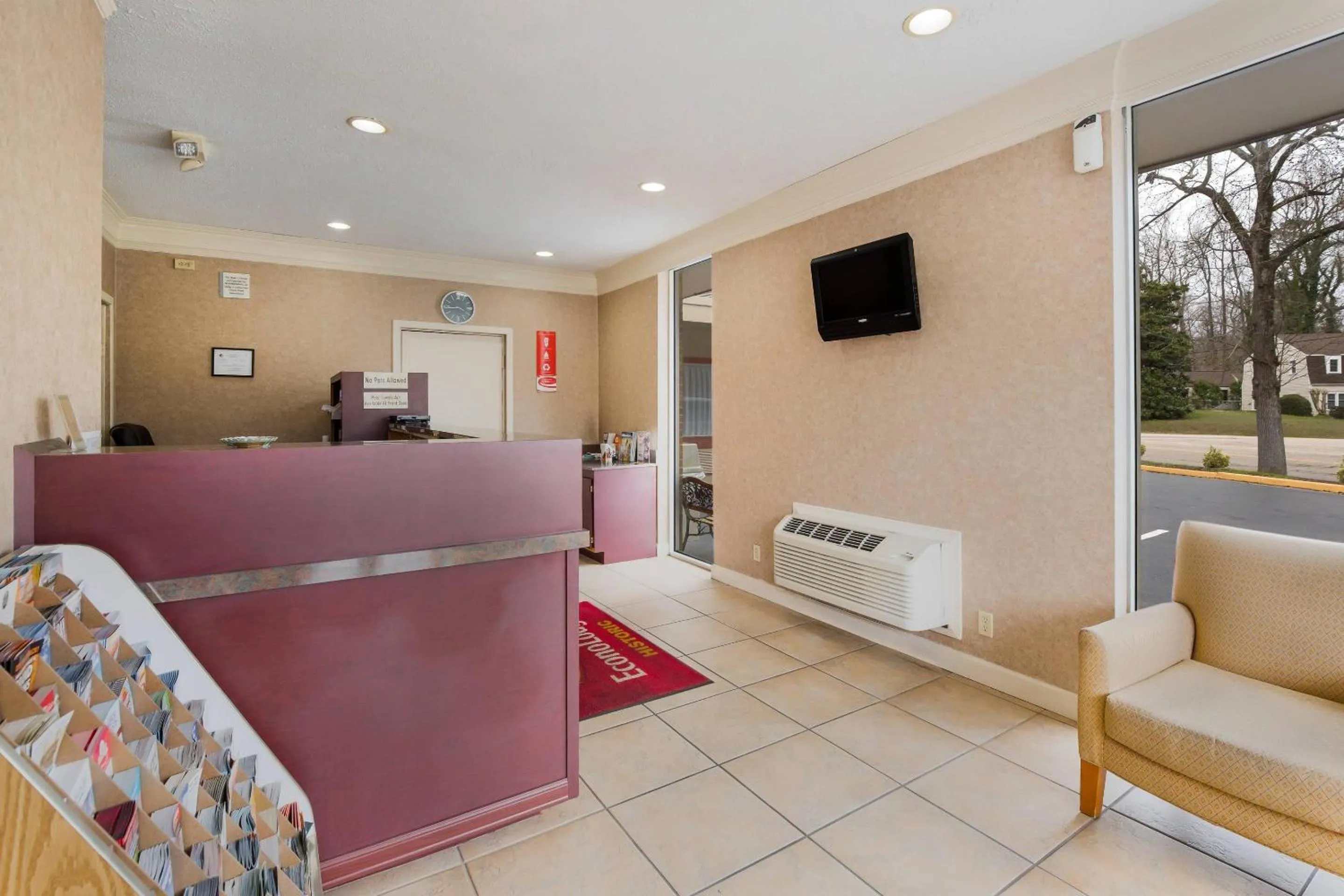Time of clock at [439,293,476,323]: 3:43
